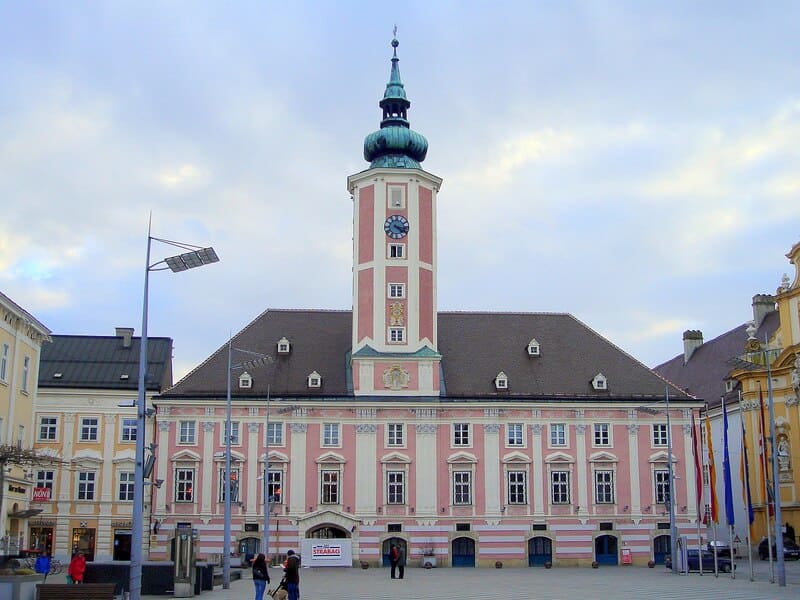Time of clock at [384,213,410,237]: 4:16
